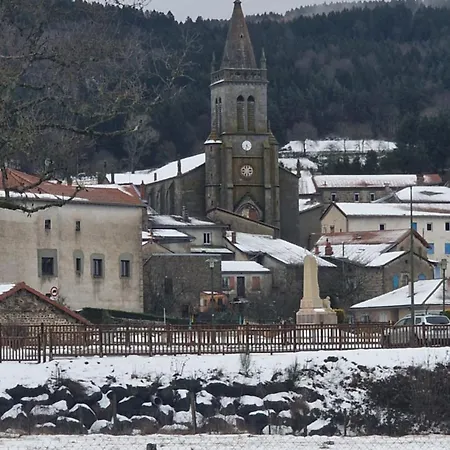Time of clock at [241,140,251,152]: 4:32
